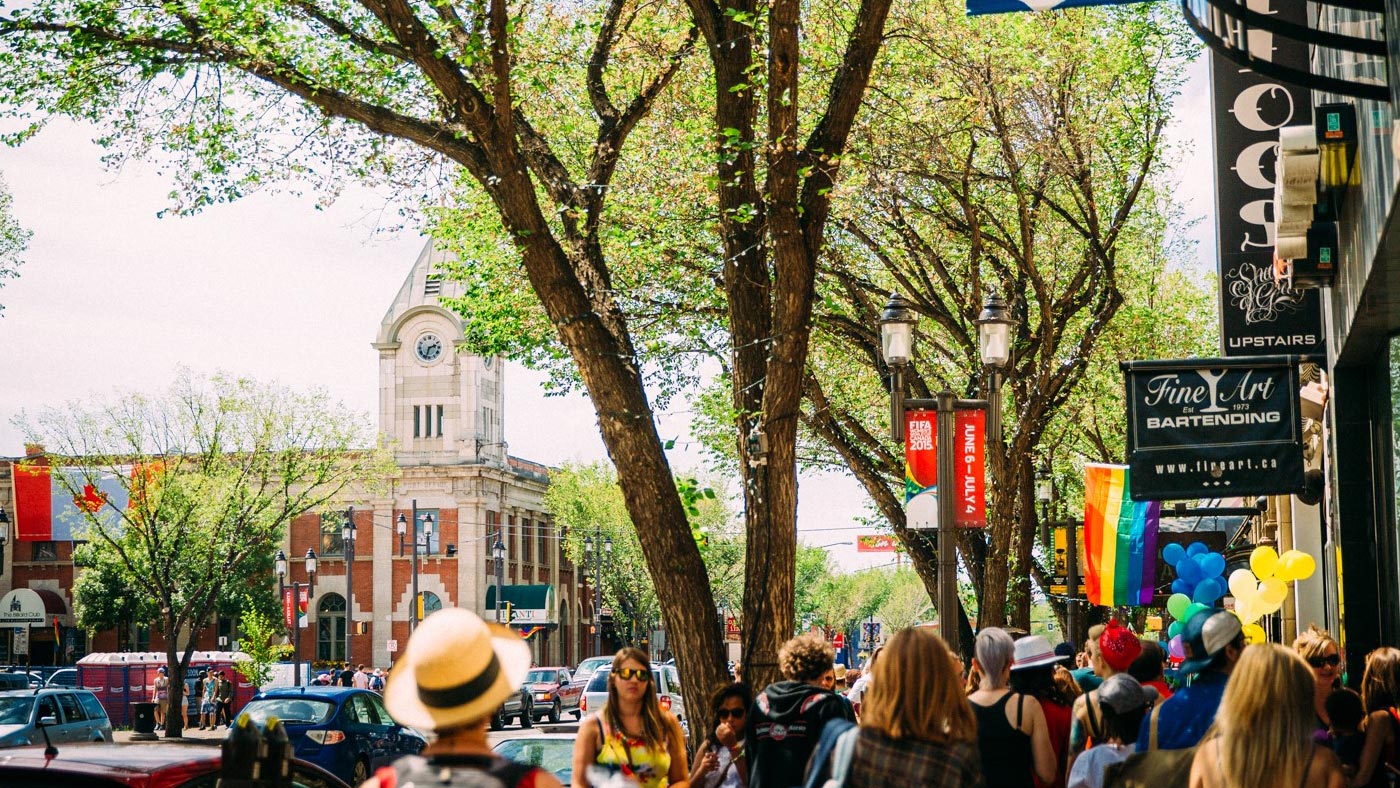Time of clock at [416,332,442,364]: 2:33
